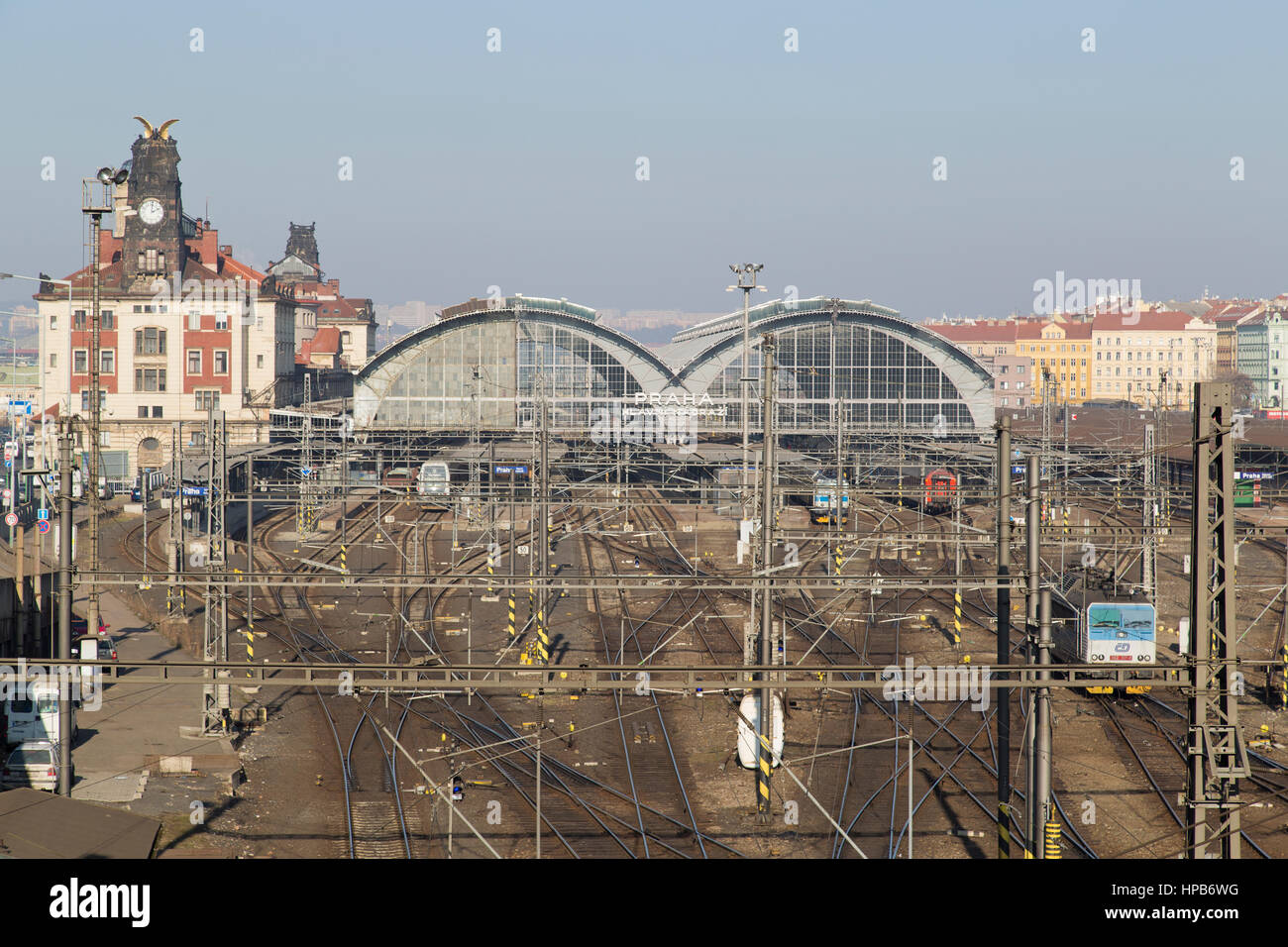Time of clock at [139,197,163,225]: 2:01
